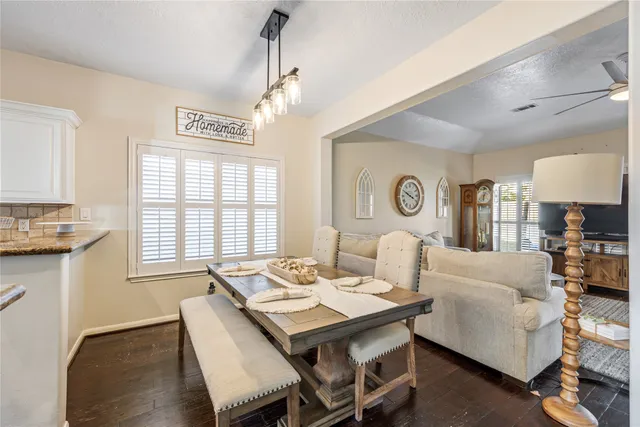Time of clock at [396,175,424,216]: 3:49
